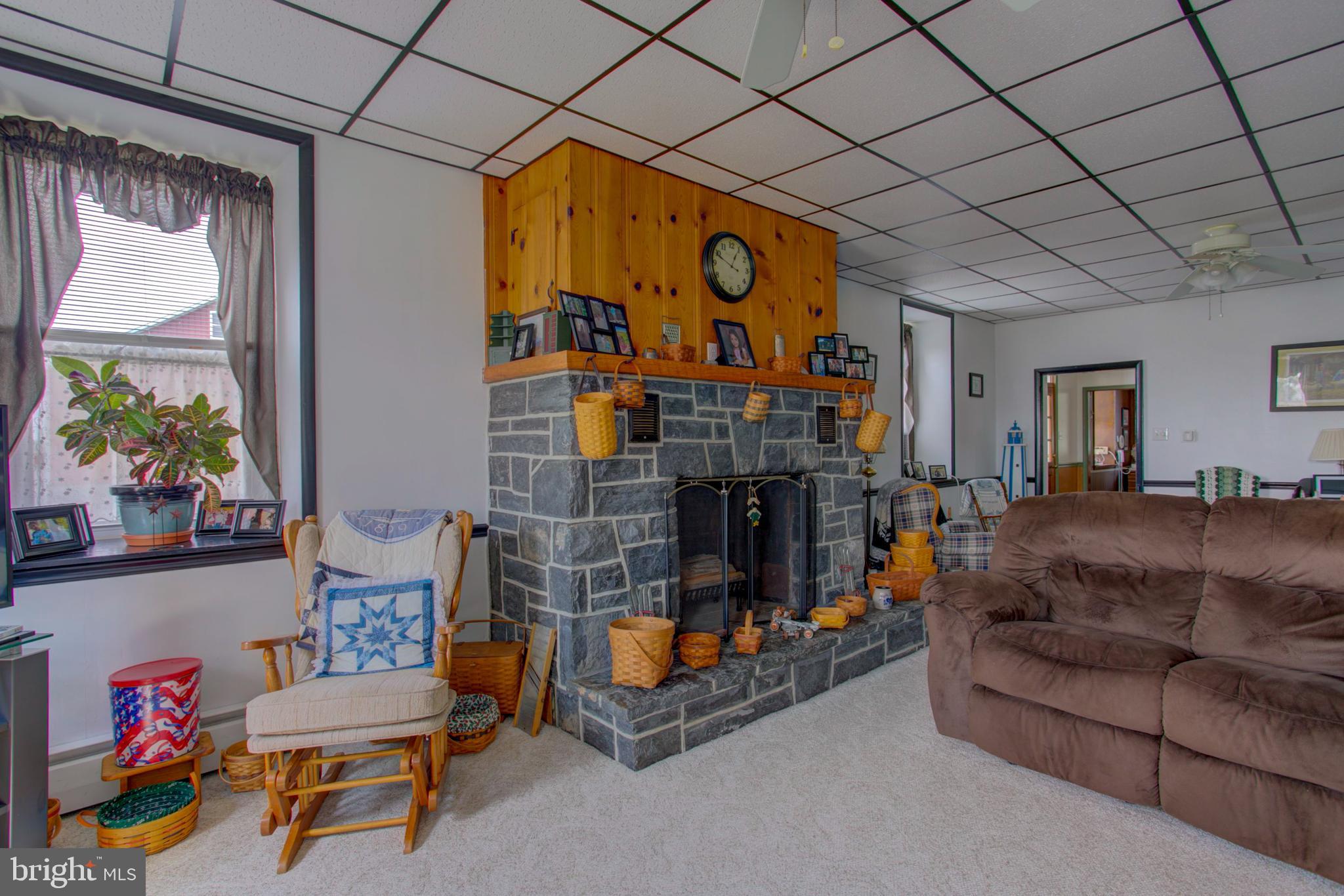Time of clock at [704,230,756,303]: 12:48
